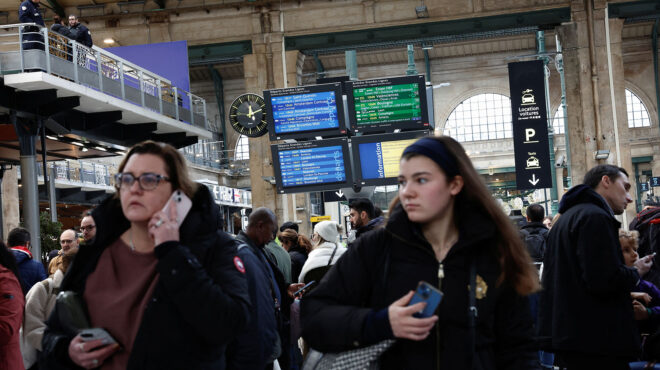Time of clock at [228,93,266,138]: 12:11
